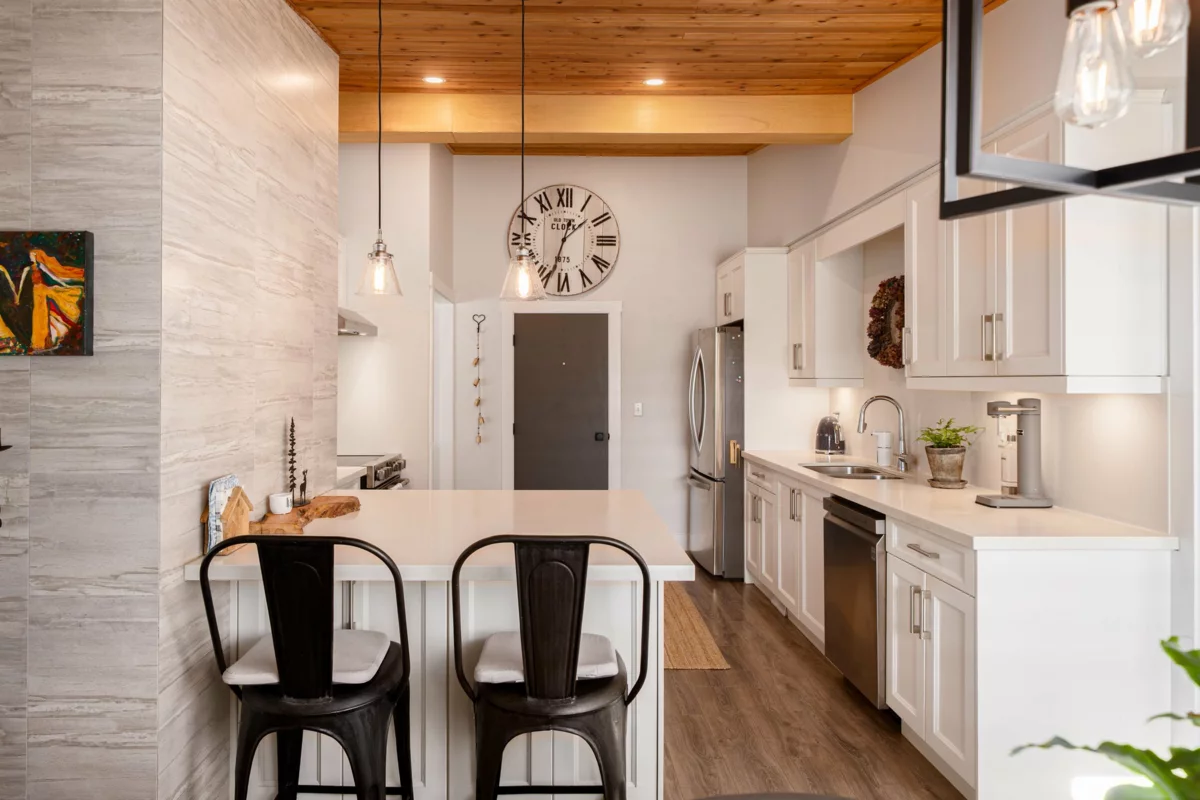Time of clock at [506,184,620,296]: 1:33
